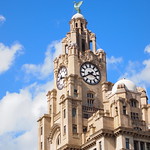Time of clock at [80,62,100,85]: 3:39
